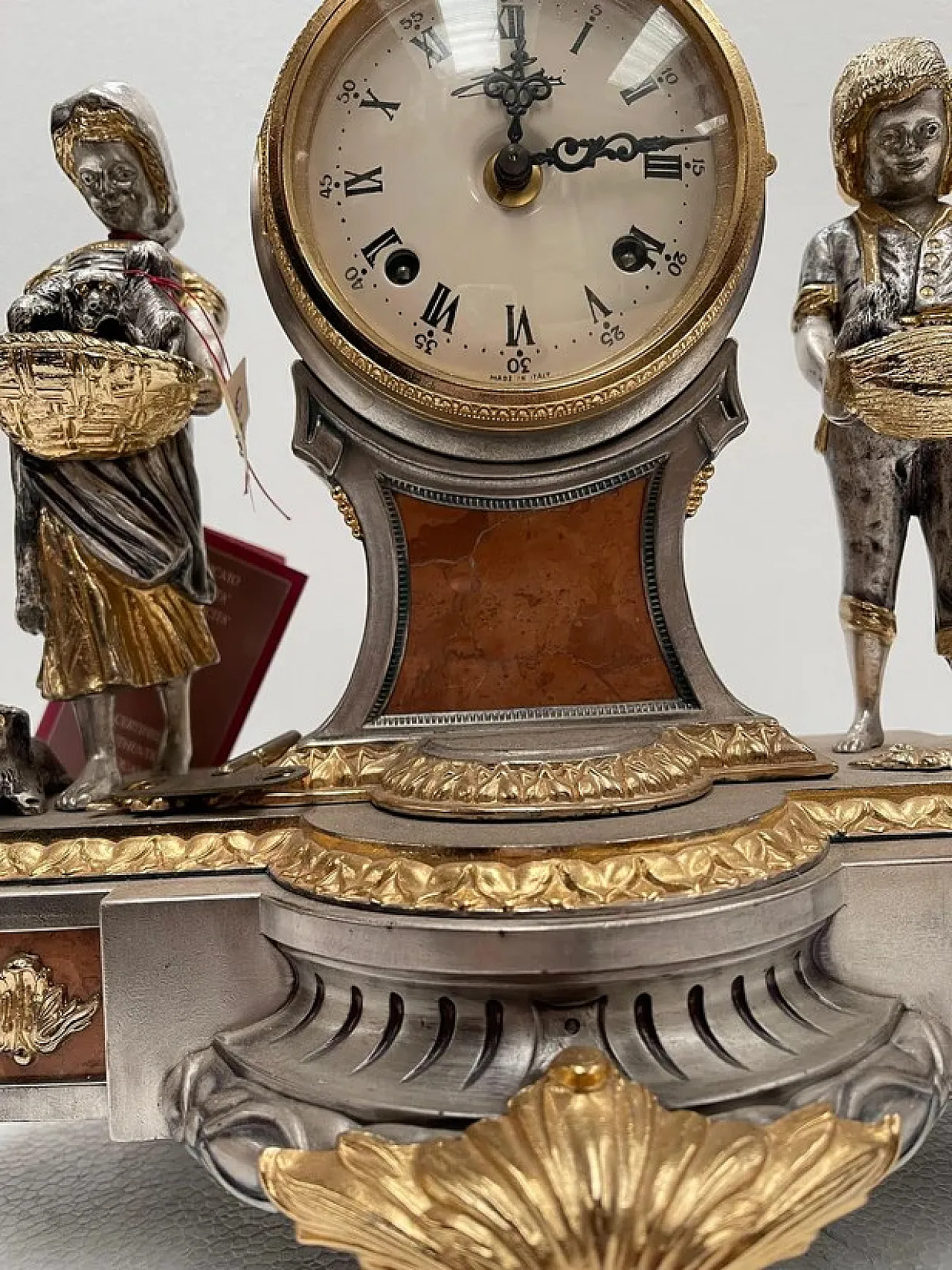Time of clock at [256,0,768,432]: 12:13
